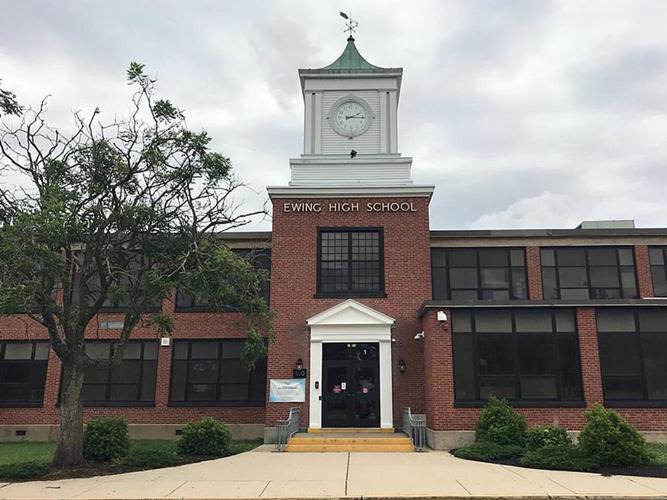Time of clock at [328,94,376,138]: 2:15
